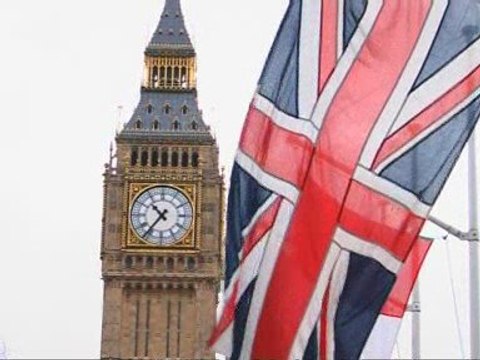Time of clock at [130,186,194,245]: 10:36
